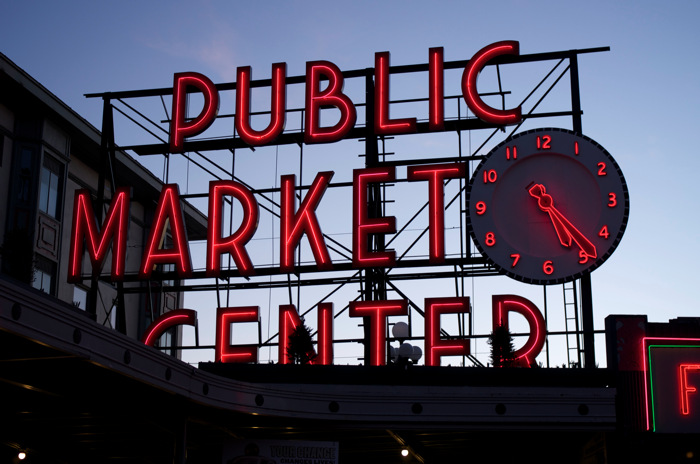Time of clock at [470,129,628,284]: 5:23
